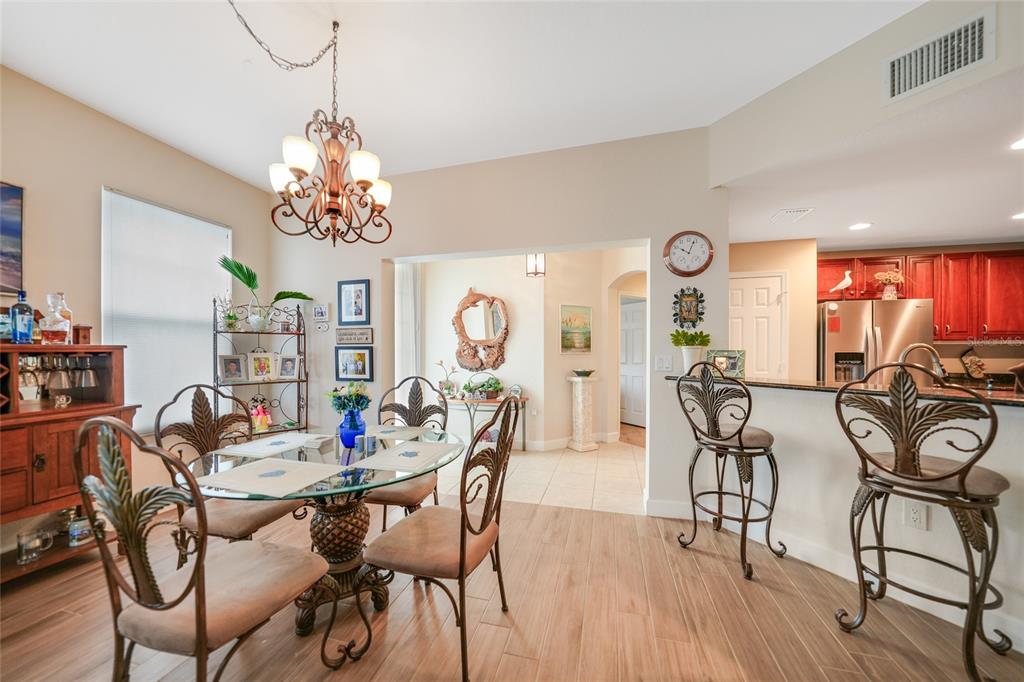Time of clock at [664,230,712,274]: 10:03
